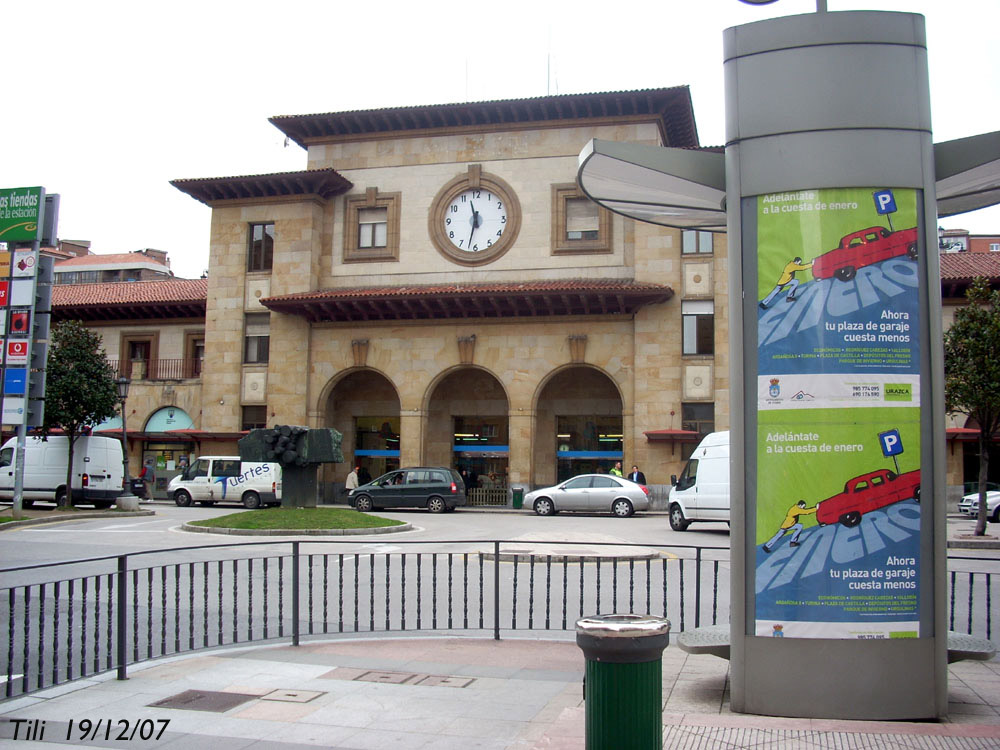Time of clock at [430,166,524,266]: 11:32
